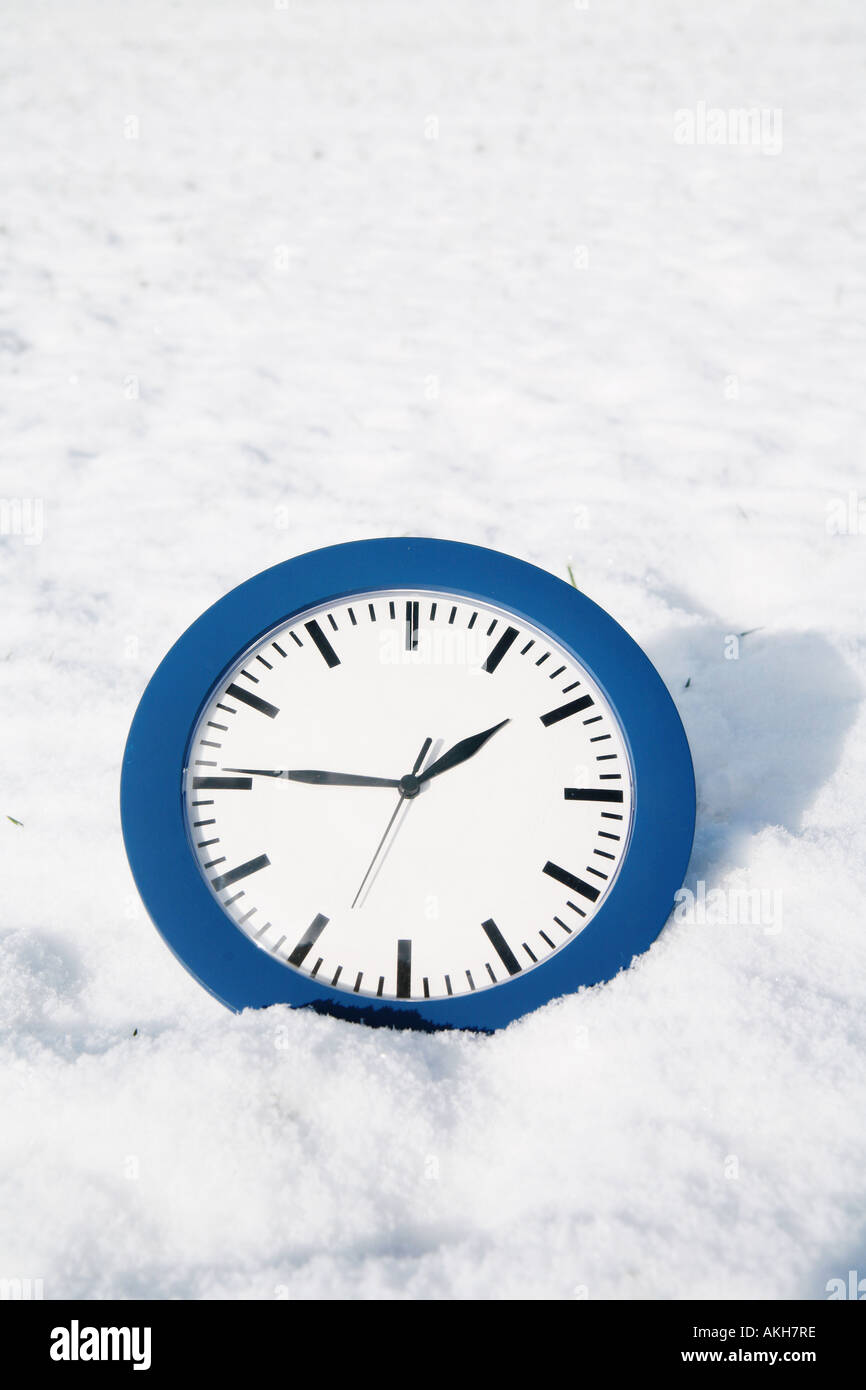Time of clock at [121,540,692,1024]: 1:45
